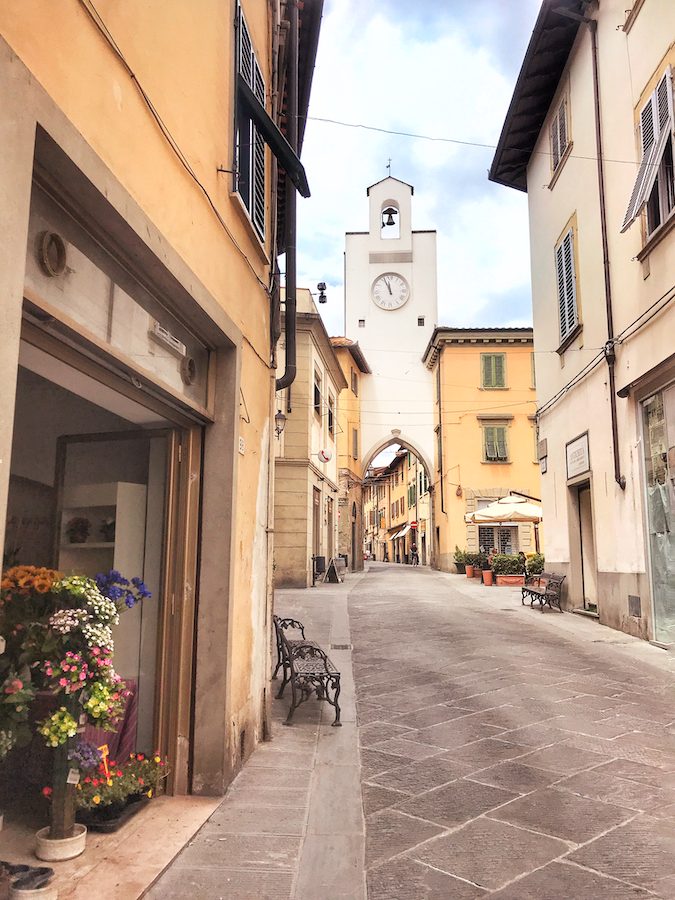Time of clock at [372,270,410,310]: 11:56
